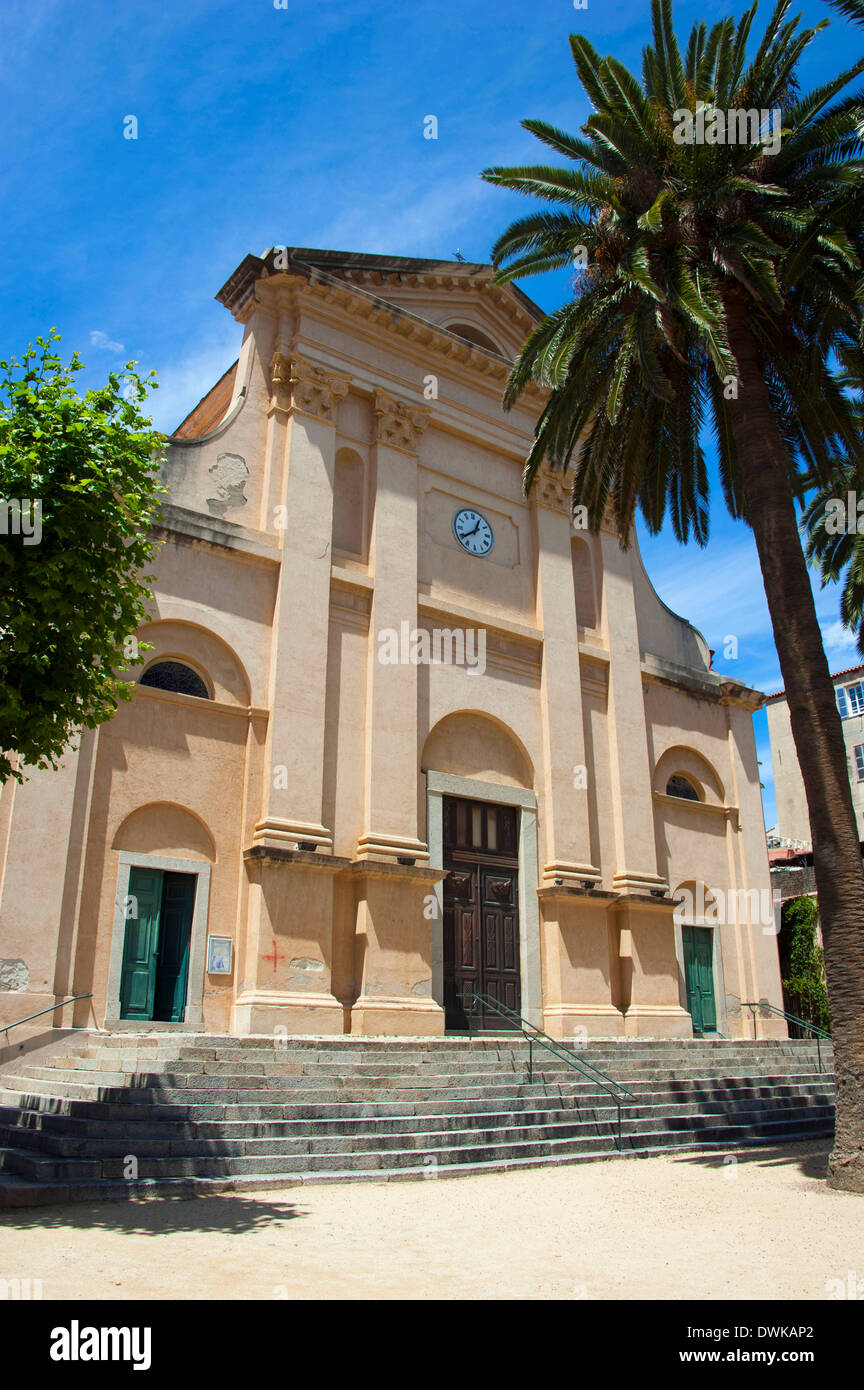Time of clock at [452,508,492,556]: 12:39
